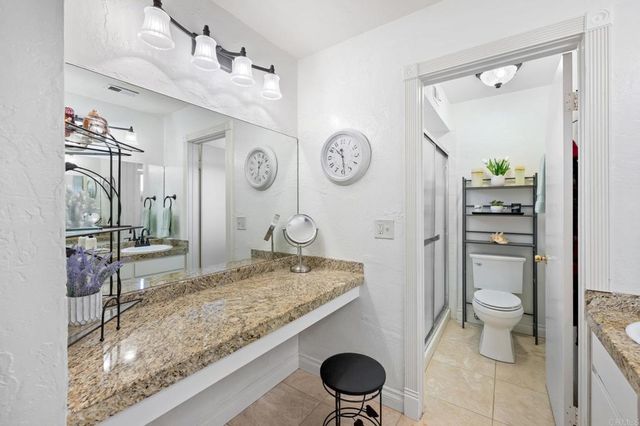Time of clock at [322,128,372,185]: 10:28
